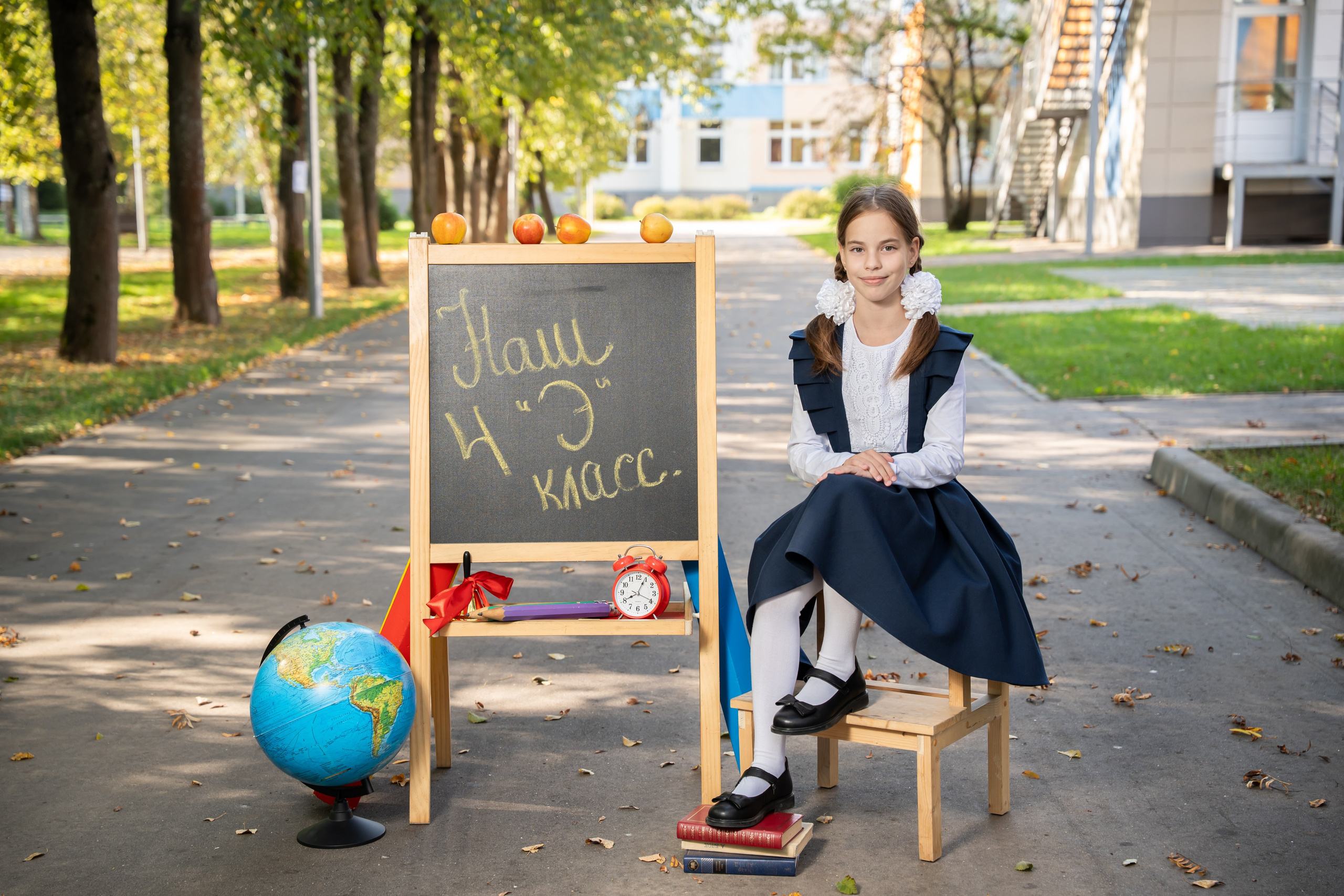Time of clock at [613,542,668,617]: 8:04
